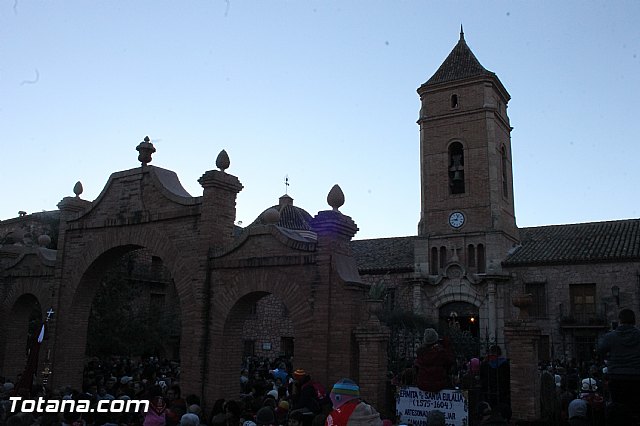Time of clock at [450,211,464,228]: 9:03
